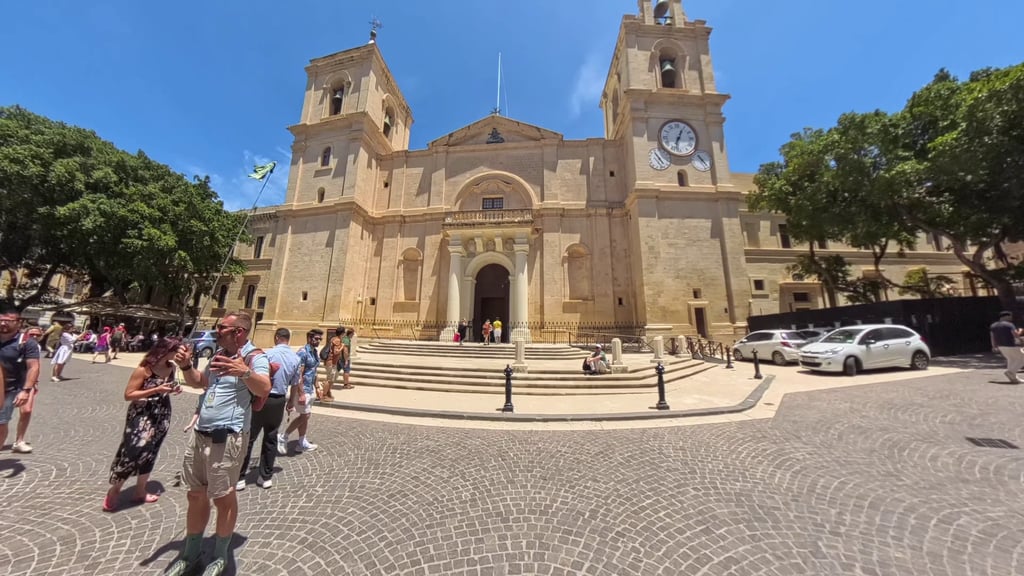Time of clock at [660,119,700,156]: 12:32
